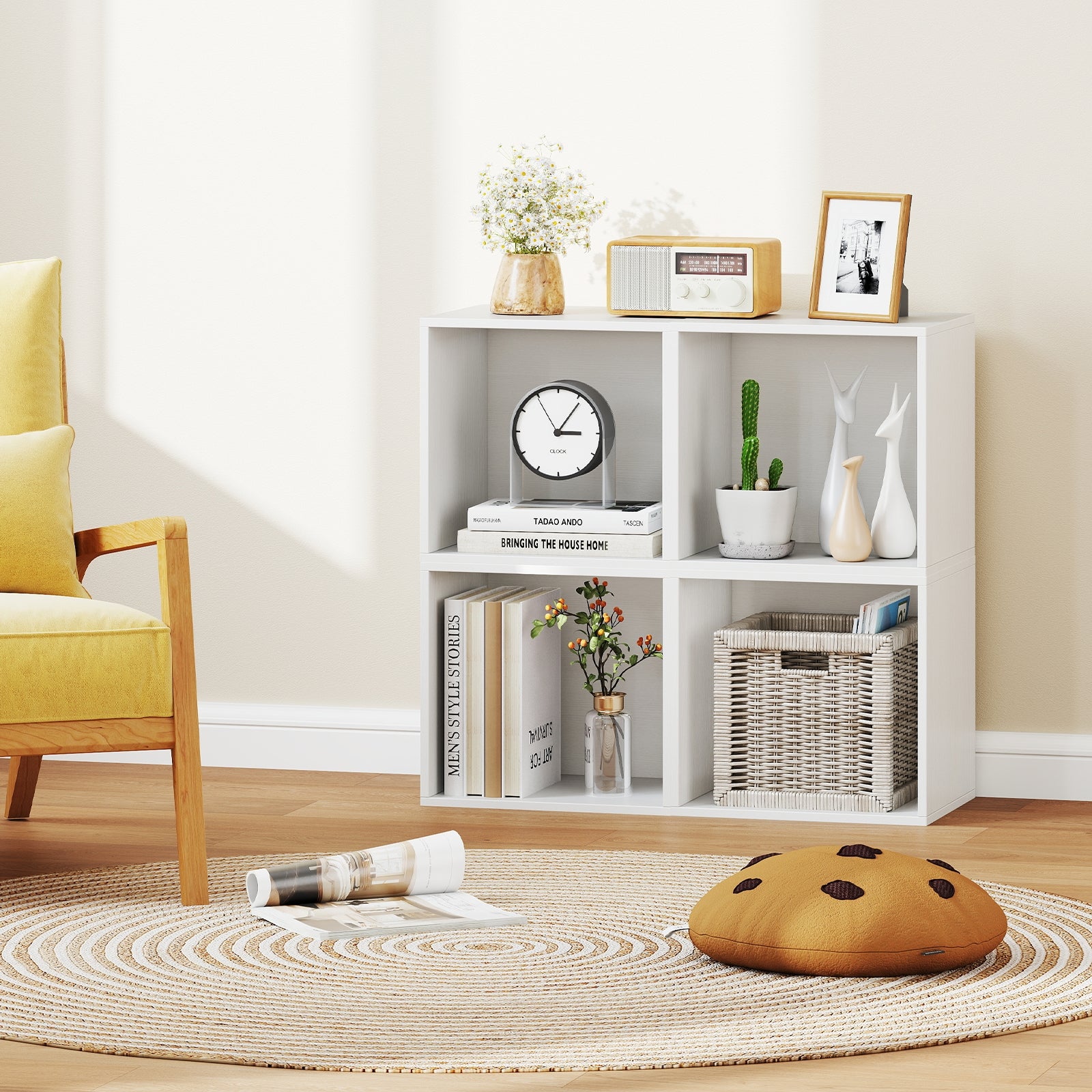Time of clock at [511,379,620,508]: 3:05
